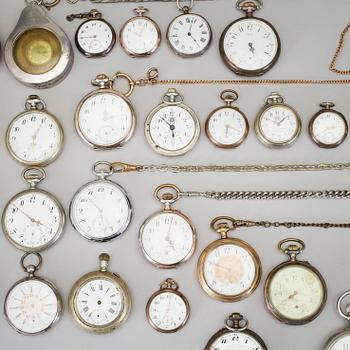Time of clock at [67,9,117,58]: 8:45
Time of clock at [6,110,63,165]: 6:05
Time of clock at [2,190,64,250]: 3:51
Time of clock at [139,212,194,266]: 5:02
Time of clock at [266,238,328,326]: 7:40
